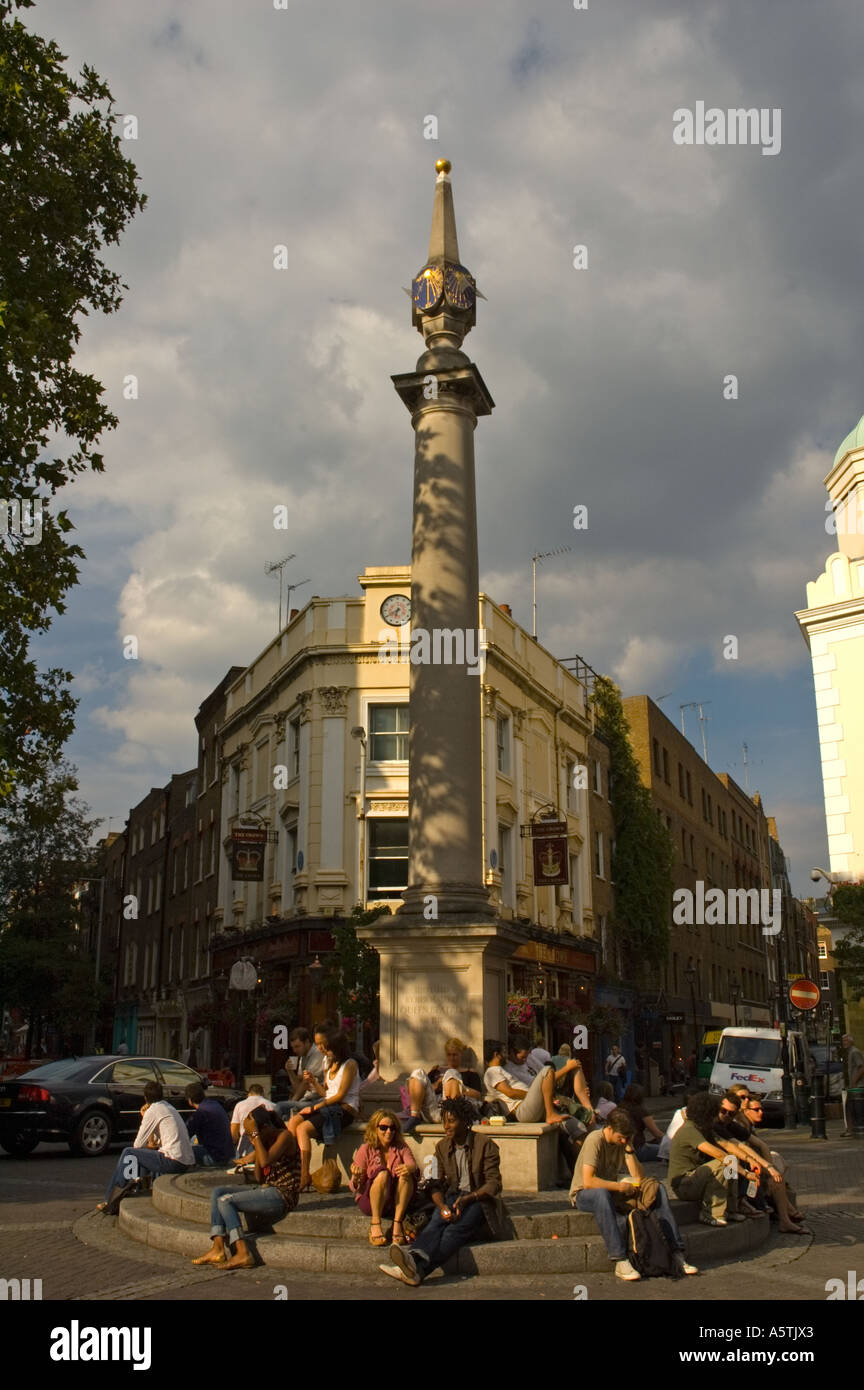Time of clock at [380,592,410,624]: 6:39
